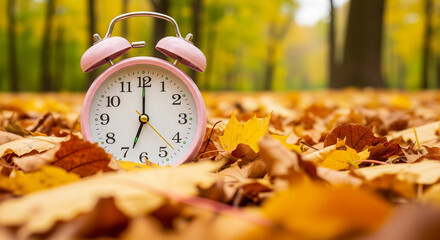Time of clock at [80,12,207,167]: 7:00
